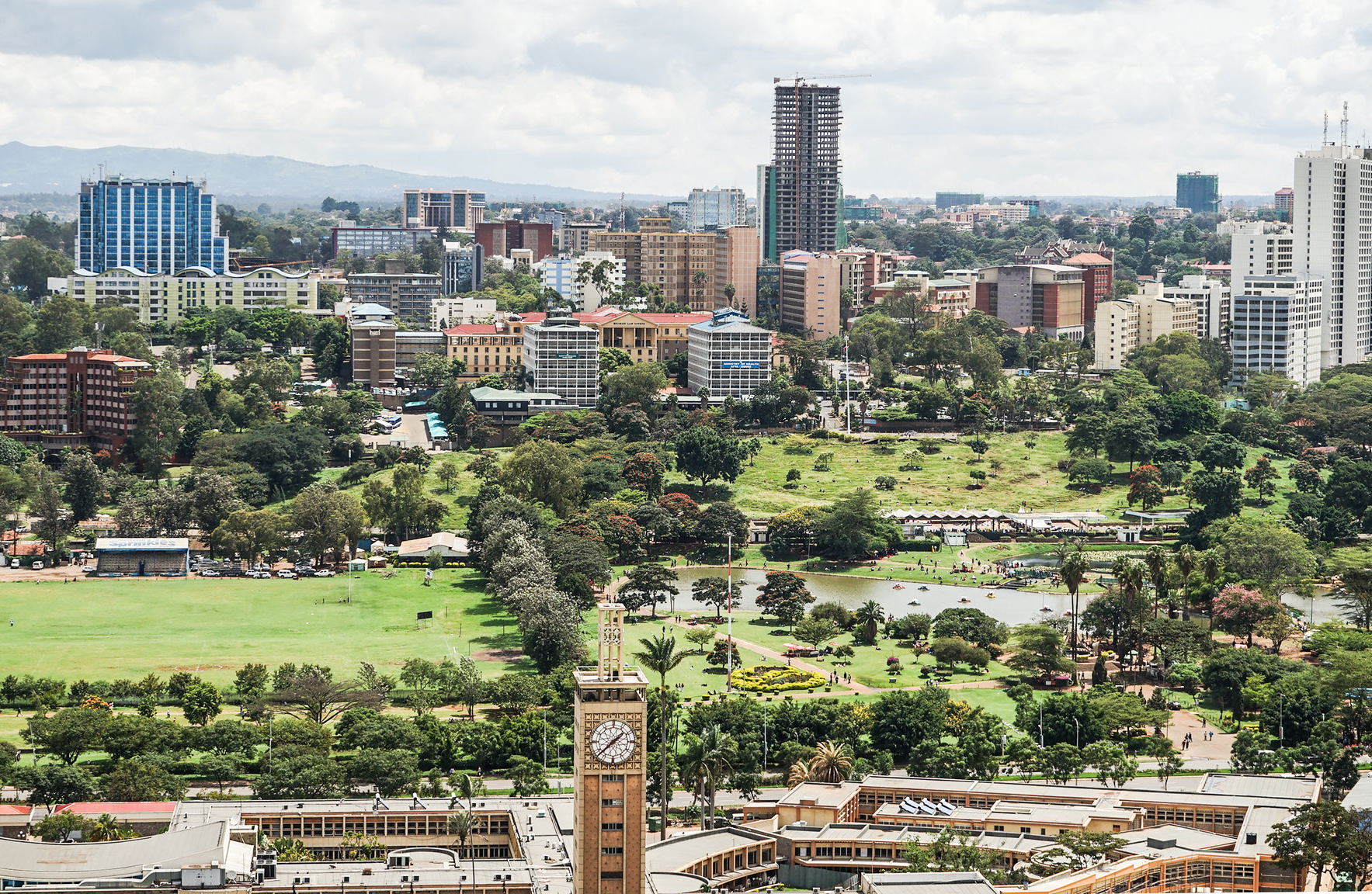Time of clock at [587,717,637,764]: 1:37
